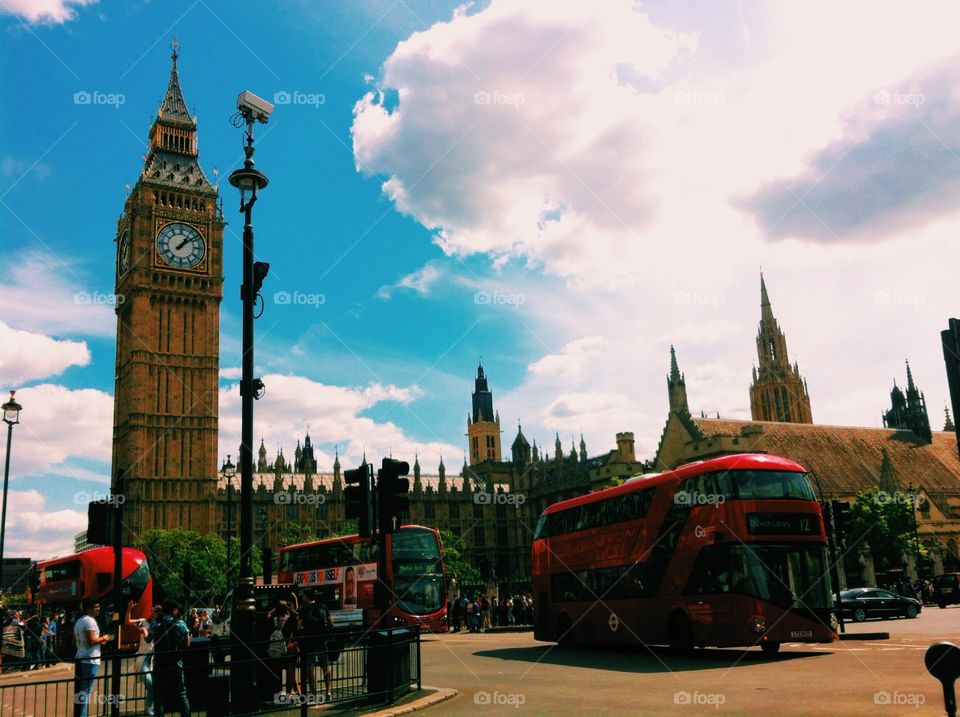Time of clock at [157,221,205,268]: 1:08
